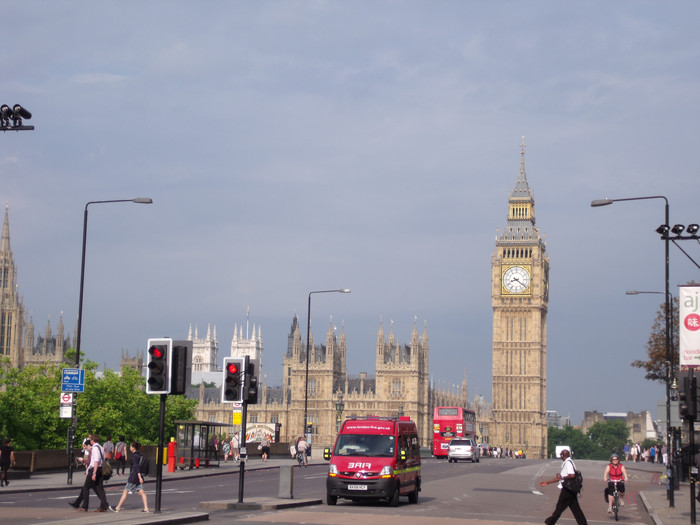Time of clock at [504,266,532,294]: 8:21
